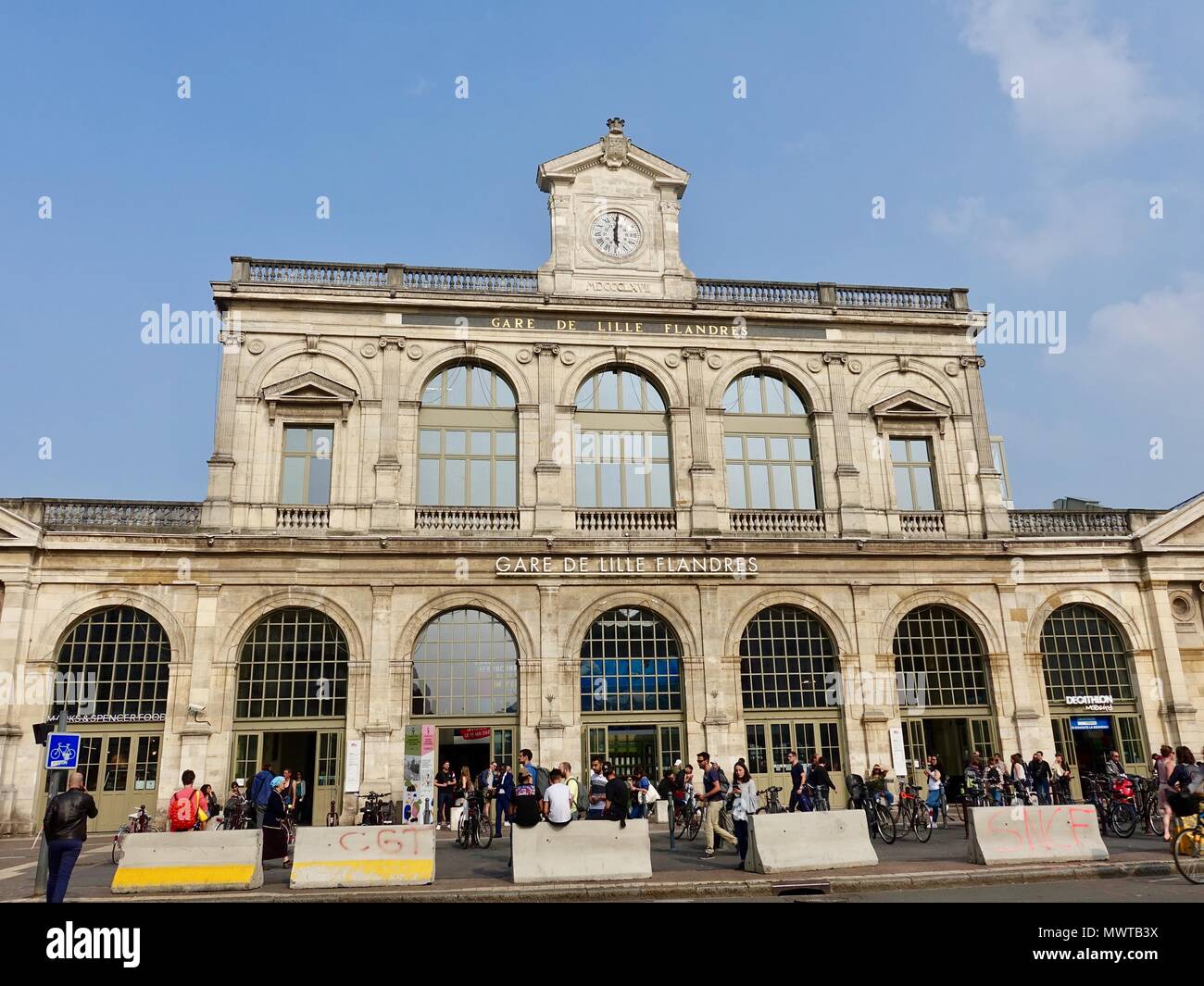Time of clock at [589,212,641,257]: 6:00
